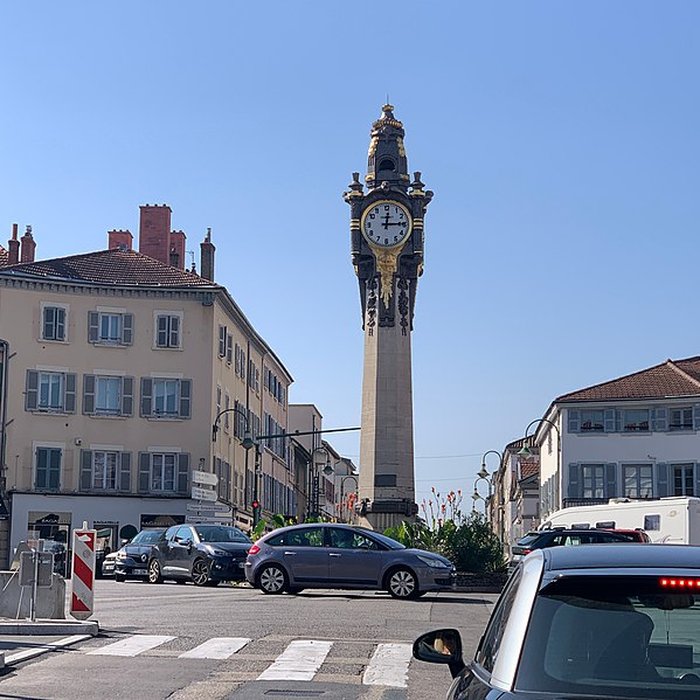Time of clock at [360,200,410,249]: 12:14
